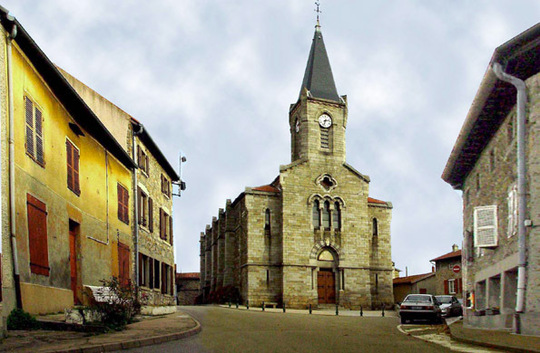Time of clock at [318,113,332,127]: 2:32
